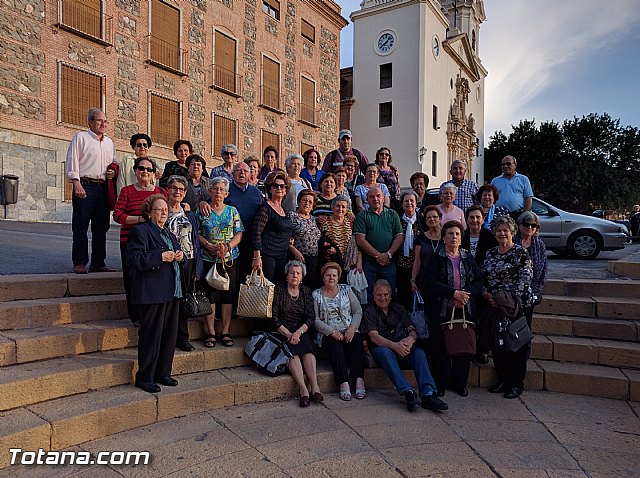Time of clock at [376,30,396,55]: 8:07
